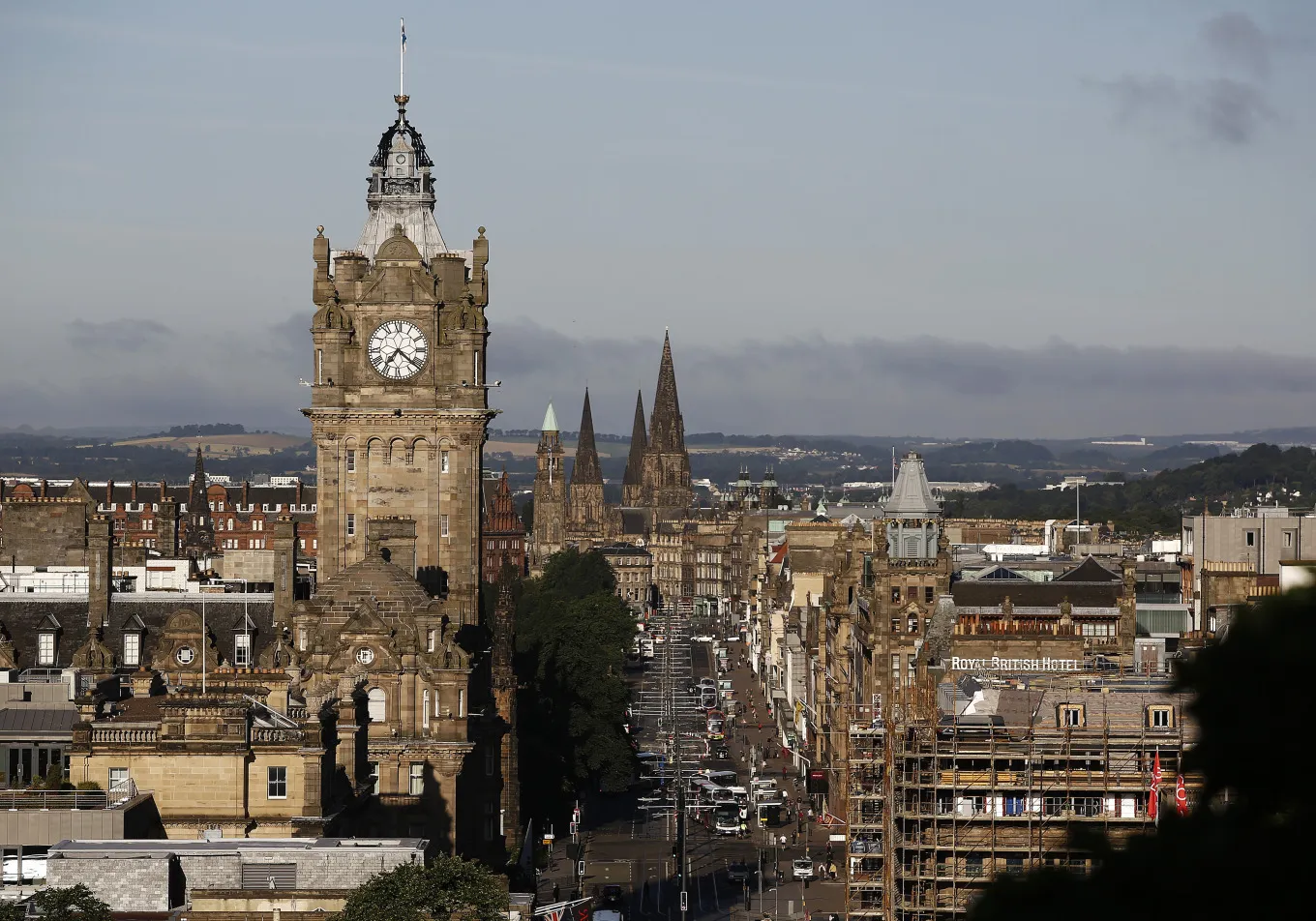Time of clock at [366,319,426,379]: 7:21
